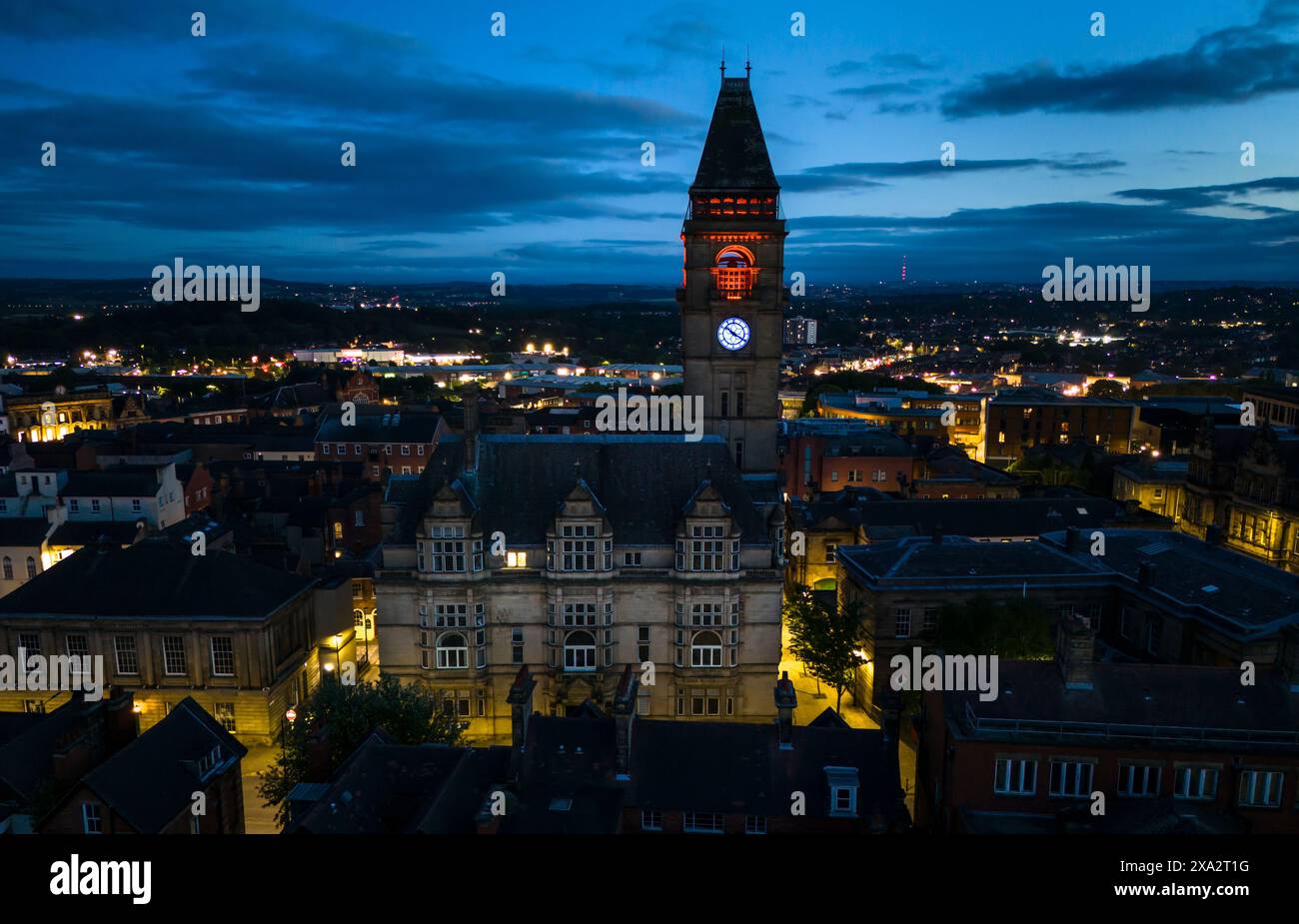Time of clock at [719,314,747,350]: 10:20
